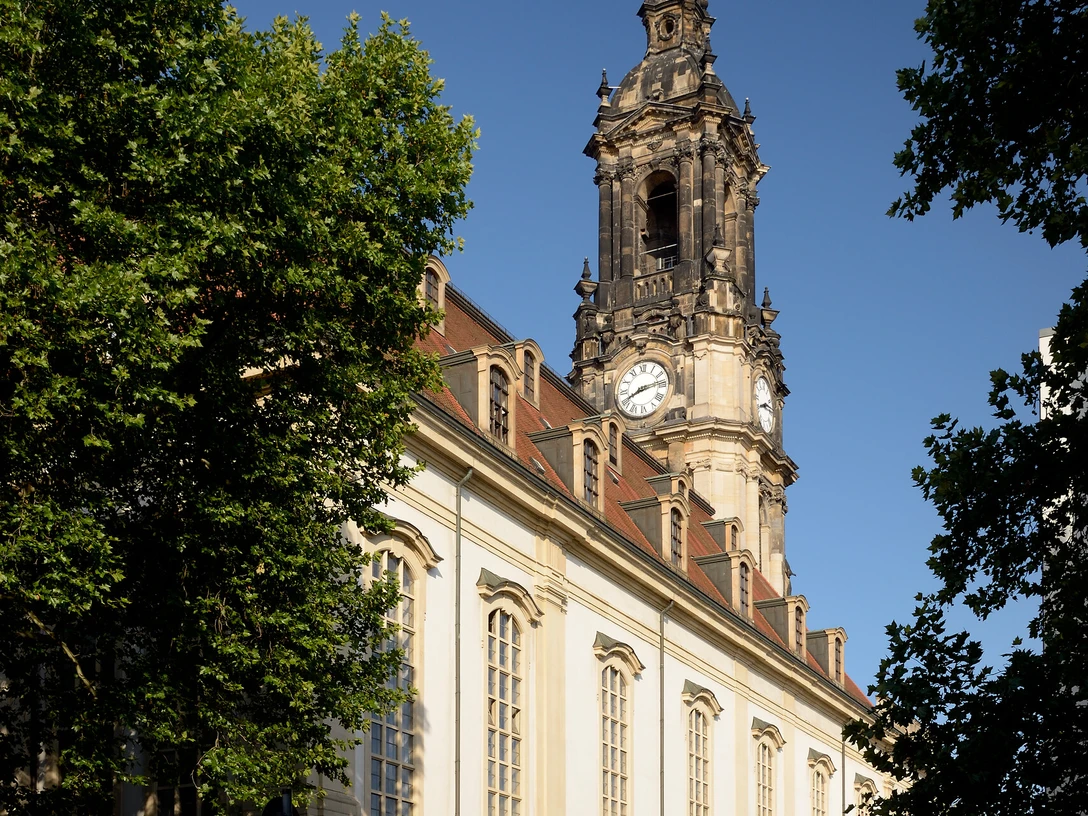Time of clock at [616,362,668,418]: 8:13
